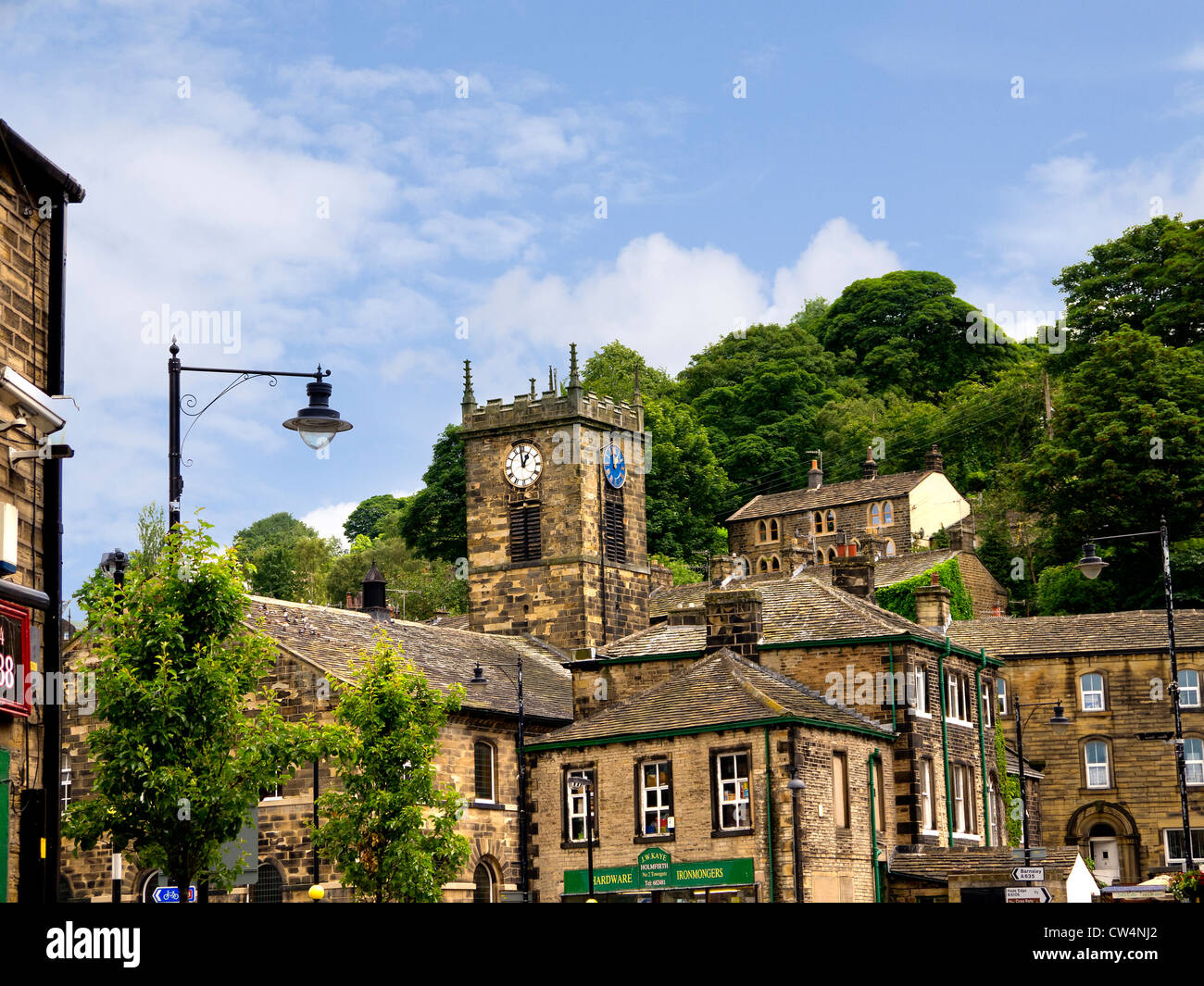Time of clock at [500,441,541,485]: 12:59
